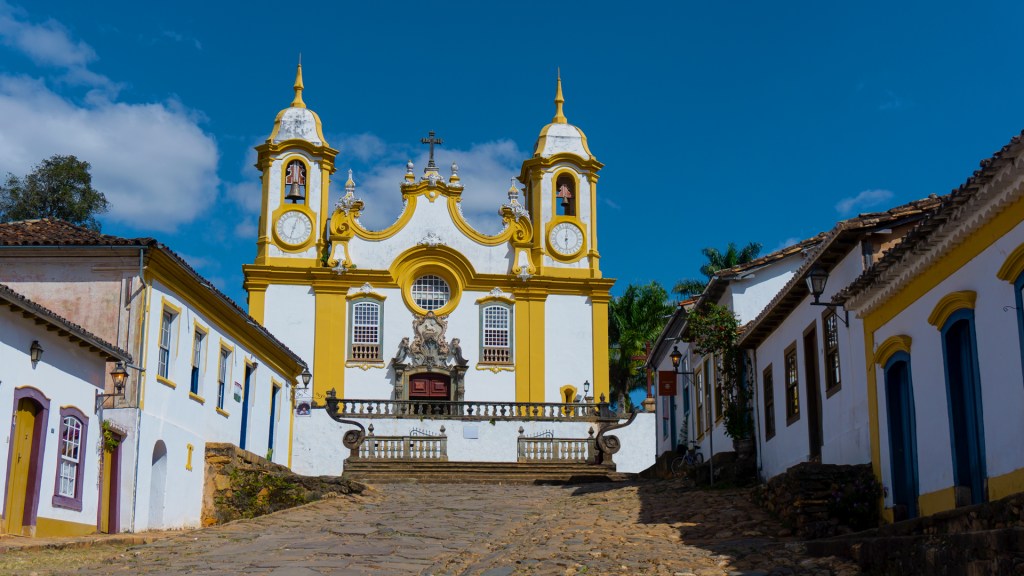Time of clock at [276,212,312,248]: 12:32
